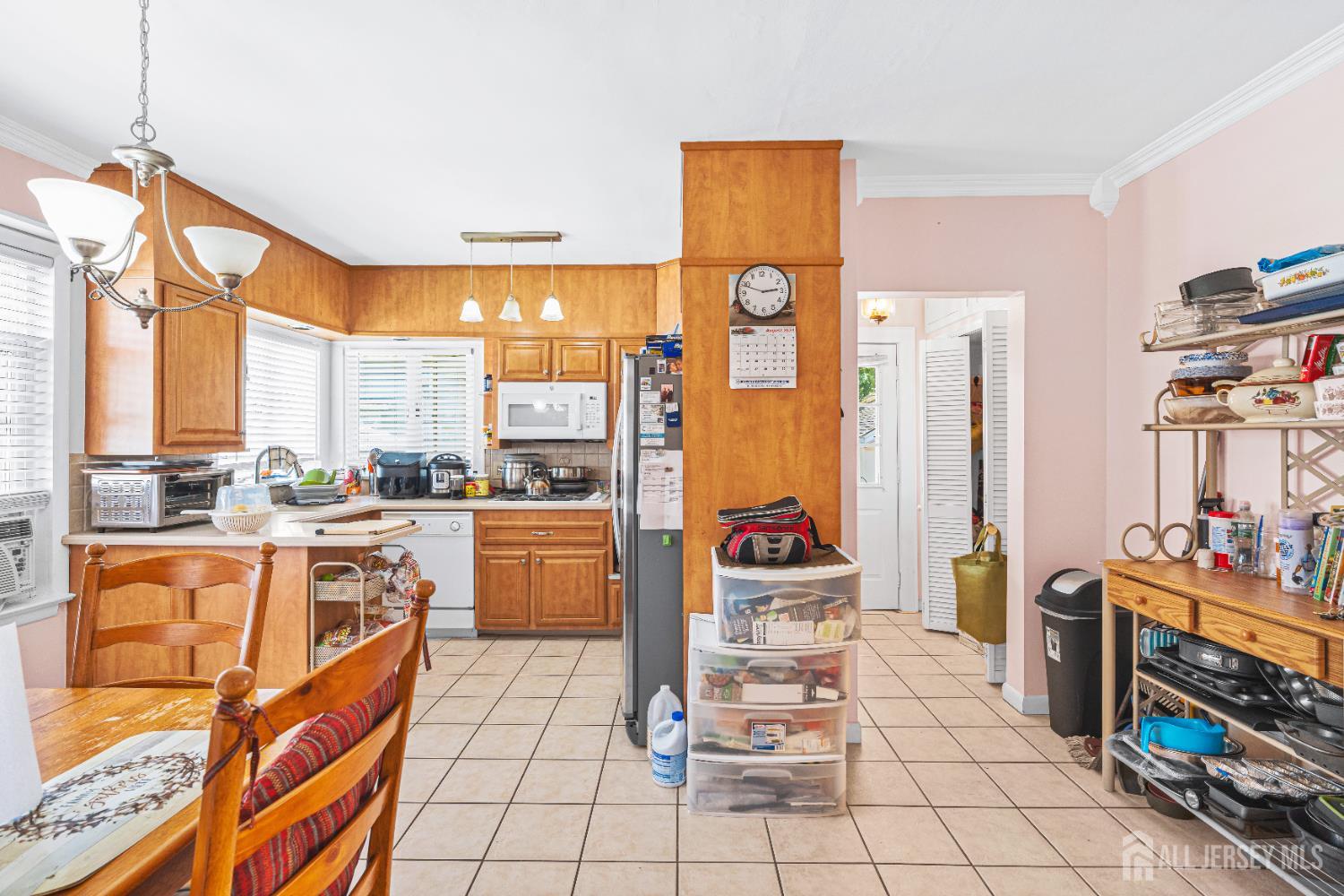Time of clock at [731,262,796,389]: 2:48
